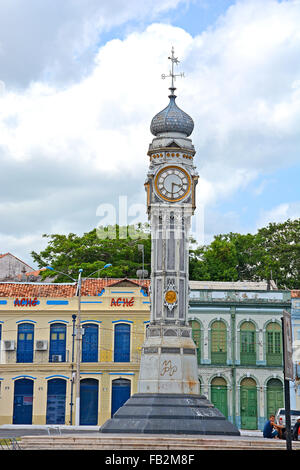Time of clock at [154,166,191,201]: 3:30
